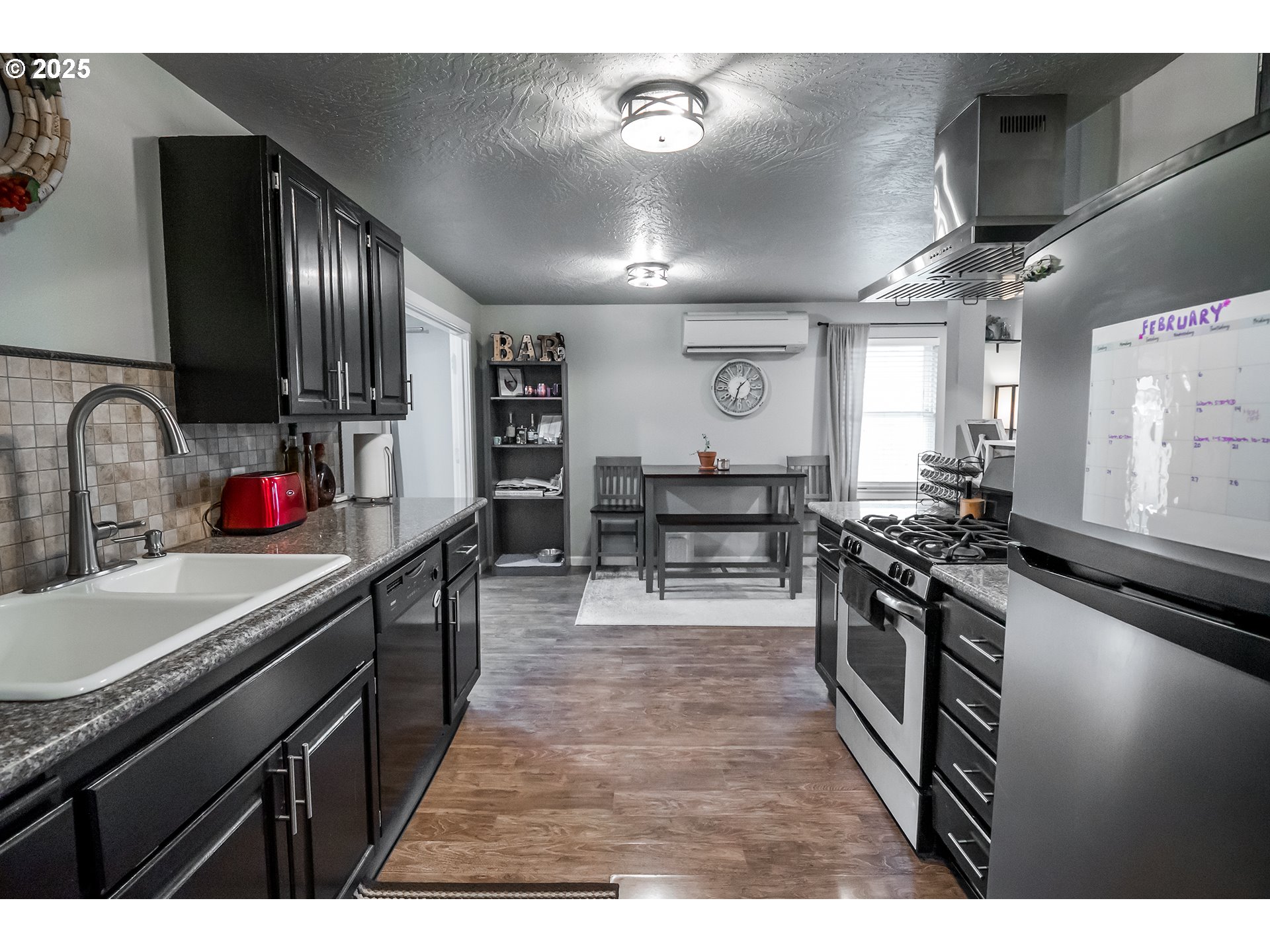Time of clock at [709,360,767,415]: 1:33
